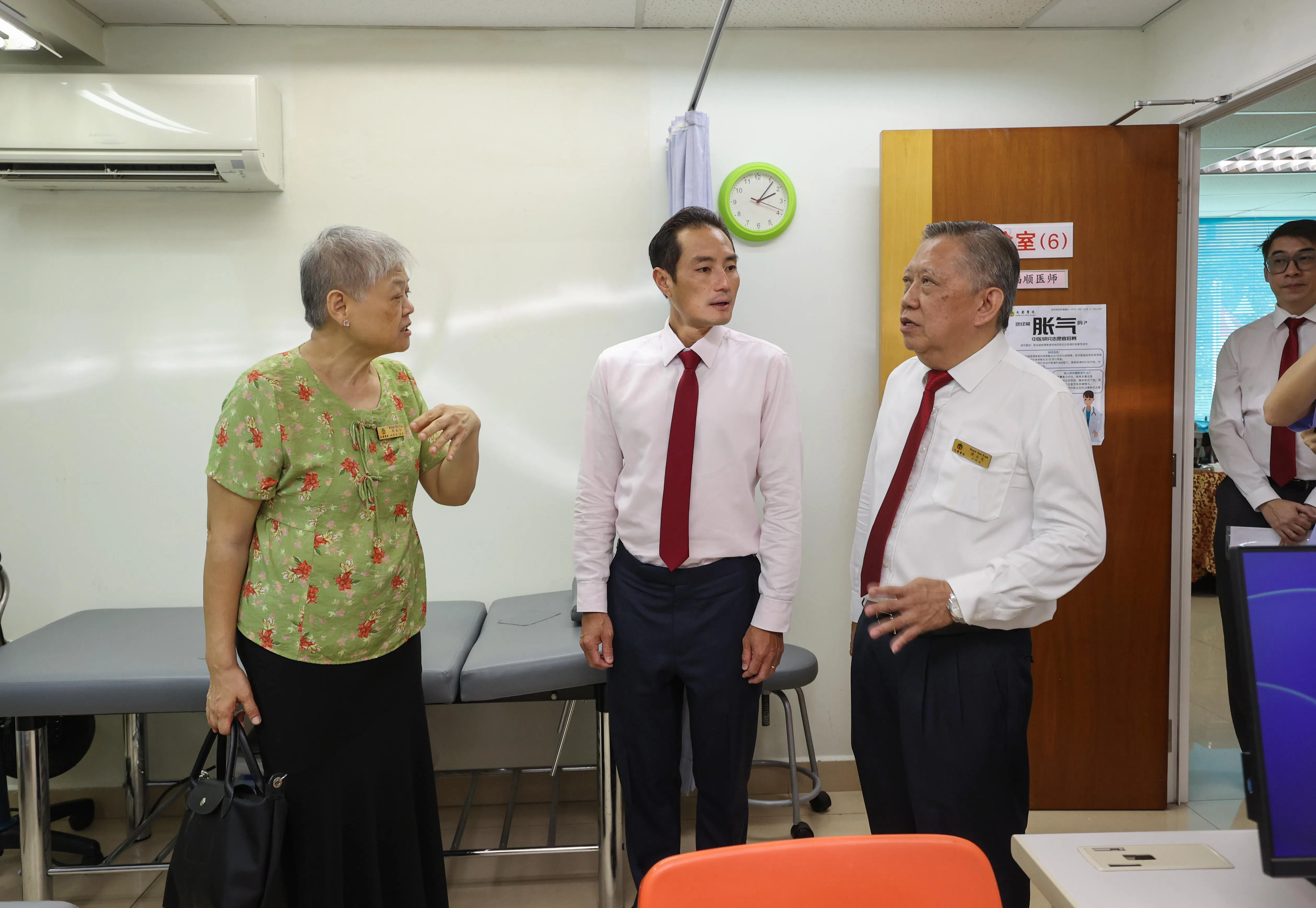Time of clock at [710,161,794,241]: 2:06
